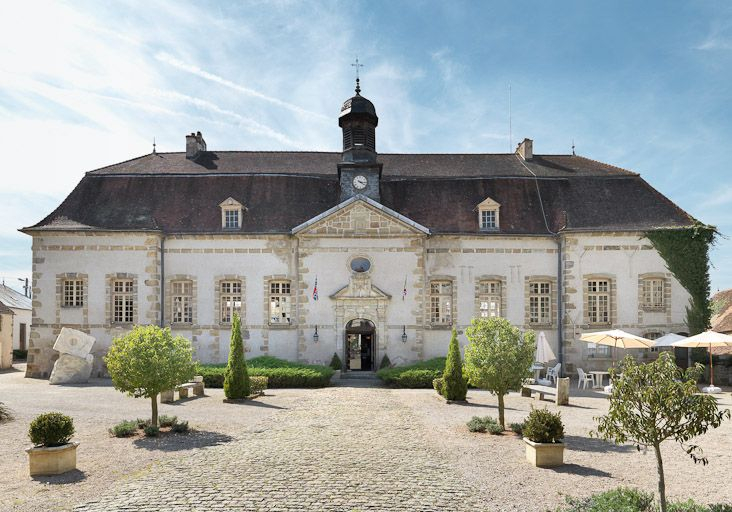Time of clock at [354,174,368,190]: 4:16
